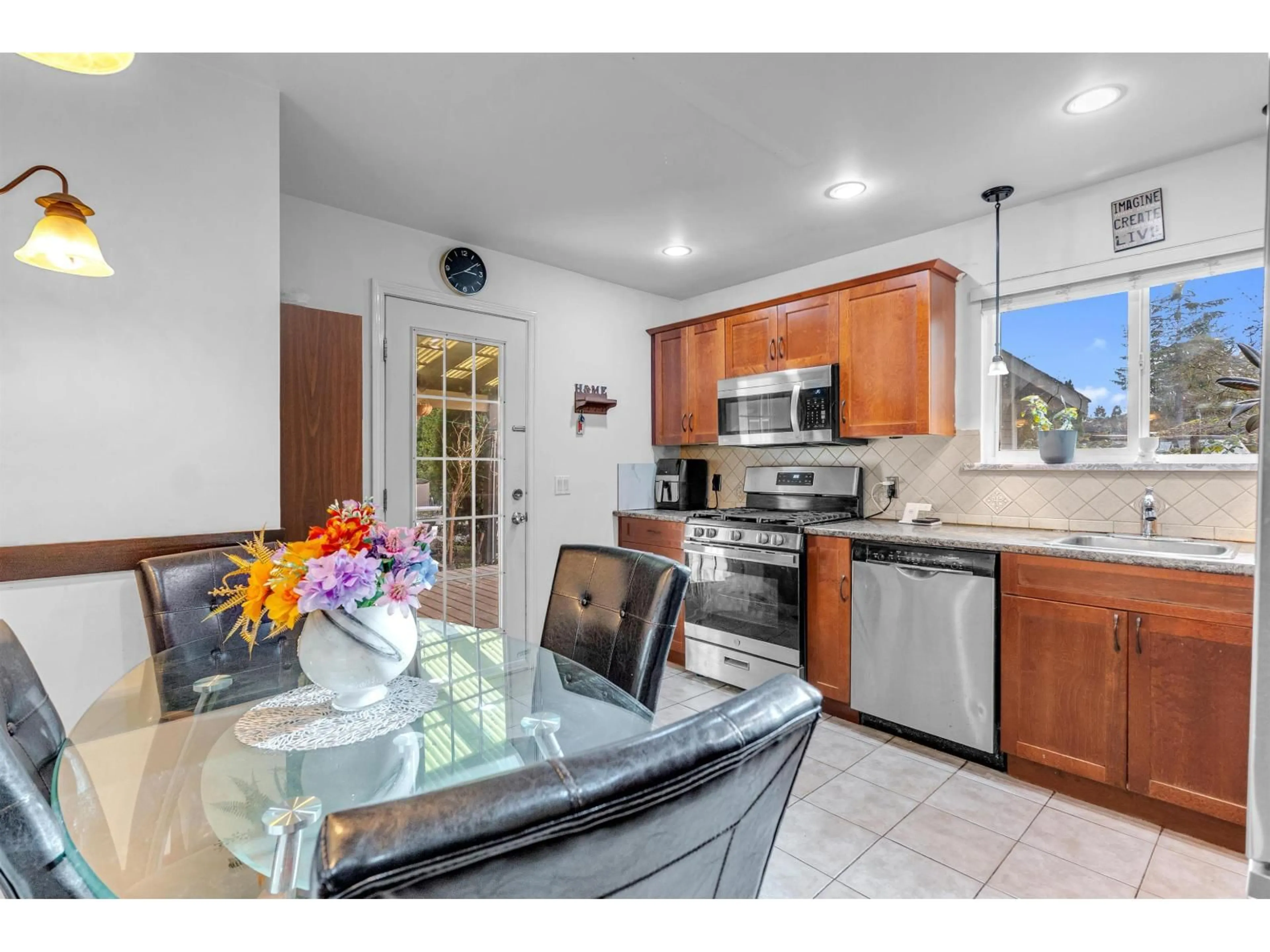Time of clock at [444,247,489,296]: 3:08
